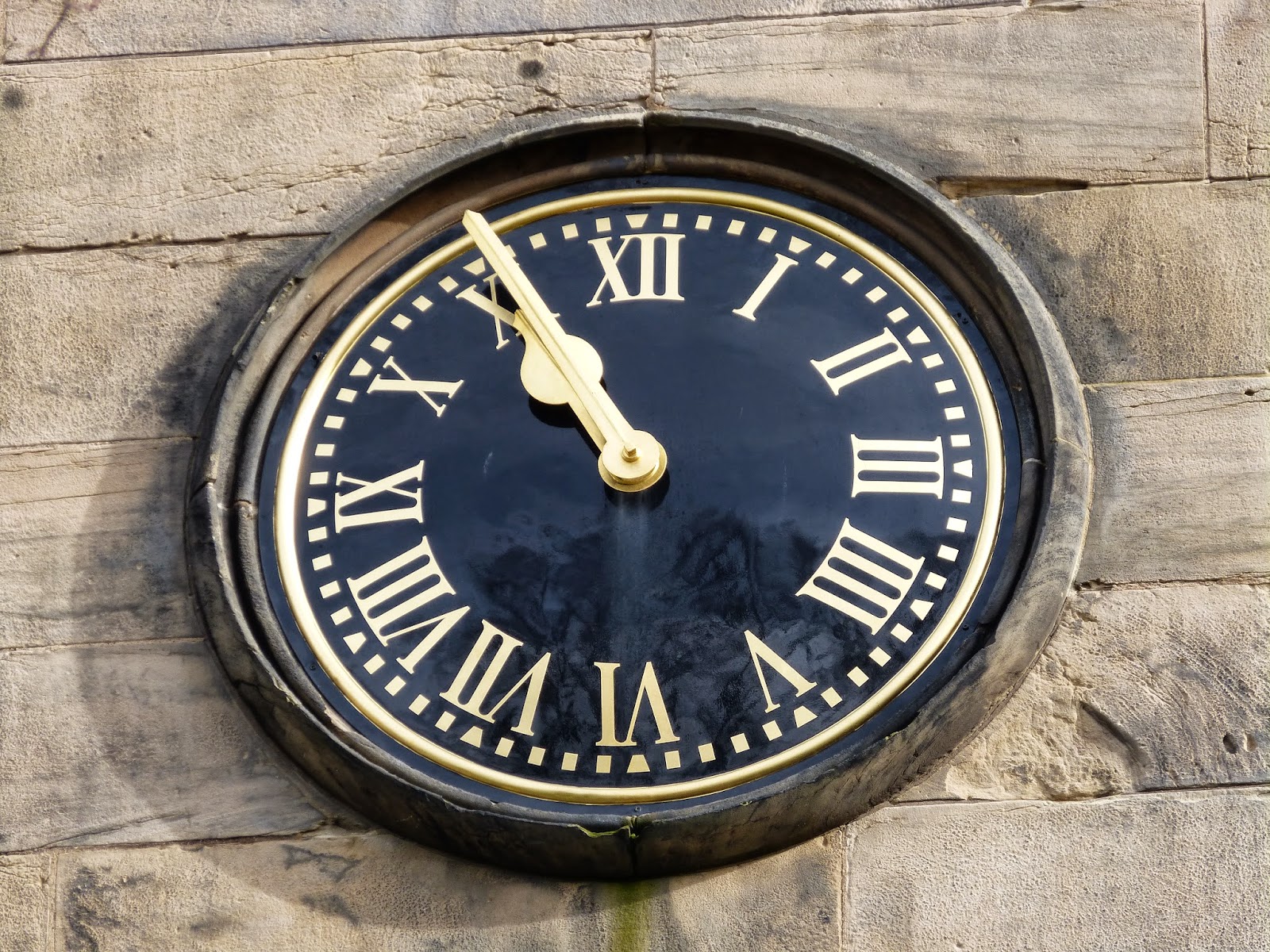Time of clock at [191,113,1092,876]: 10:55
